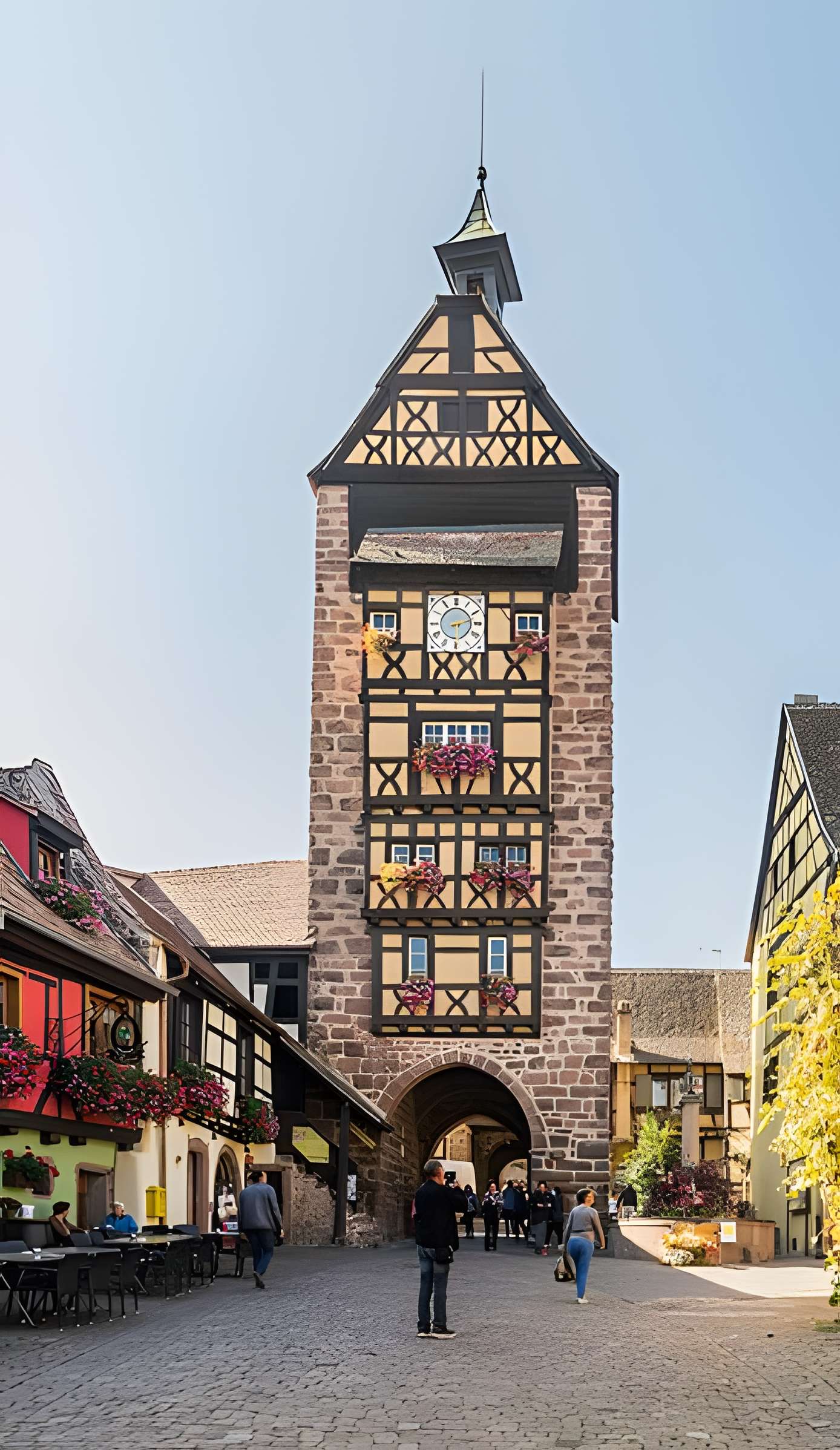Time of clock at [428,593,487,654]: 2:29
